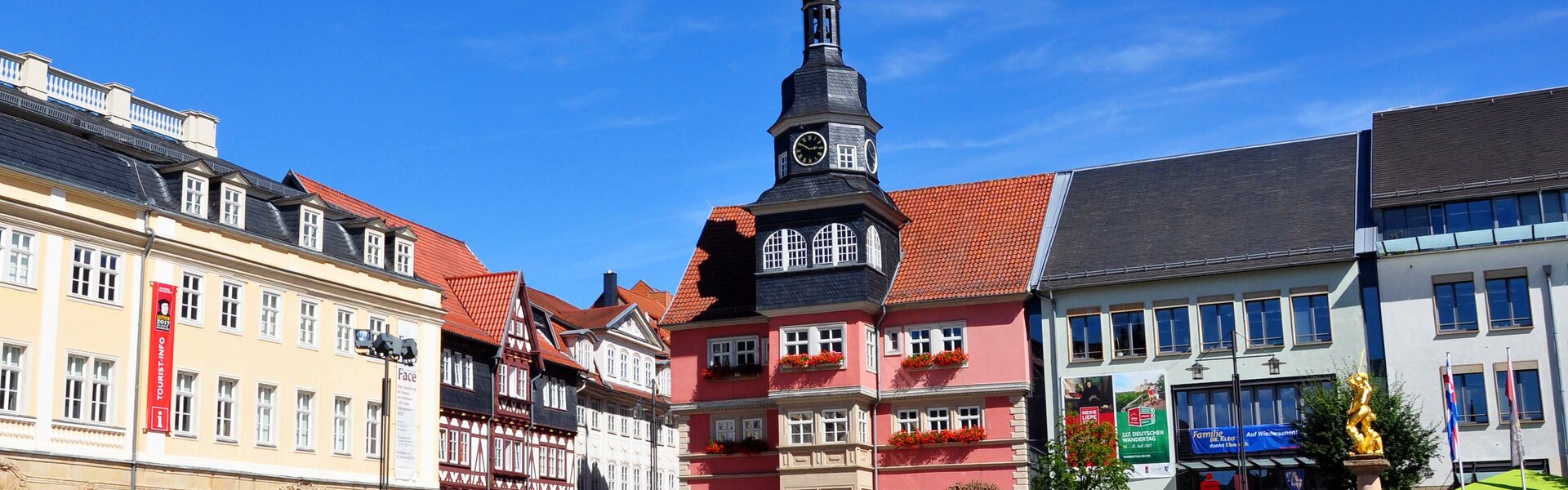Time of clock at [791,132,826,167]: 2:50
